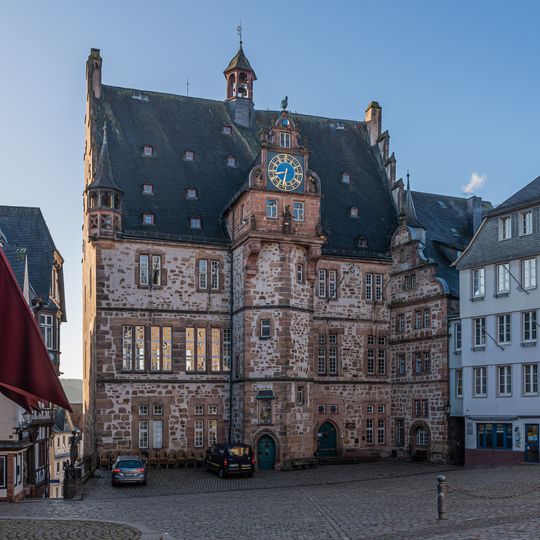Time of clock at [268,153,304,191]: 8:32
